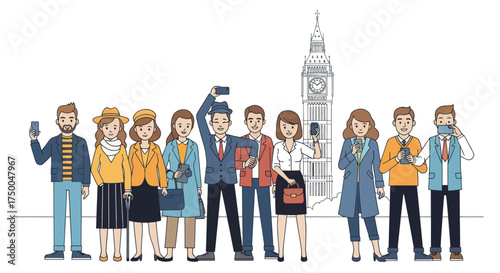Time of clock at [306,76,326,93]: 10:07
